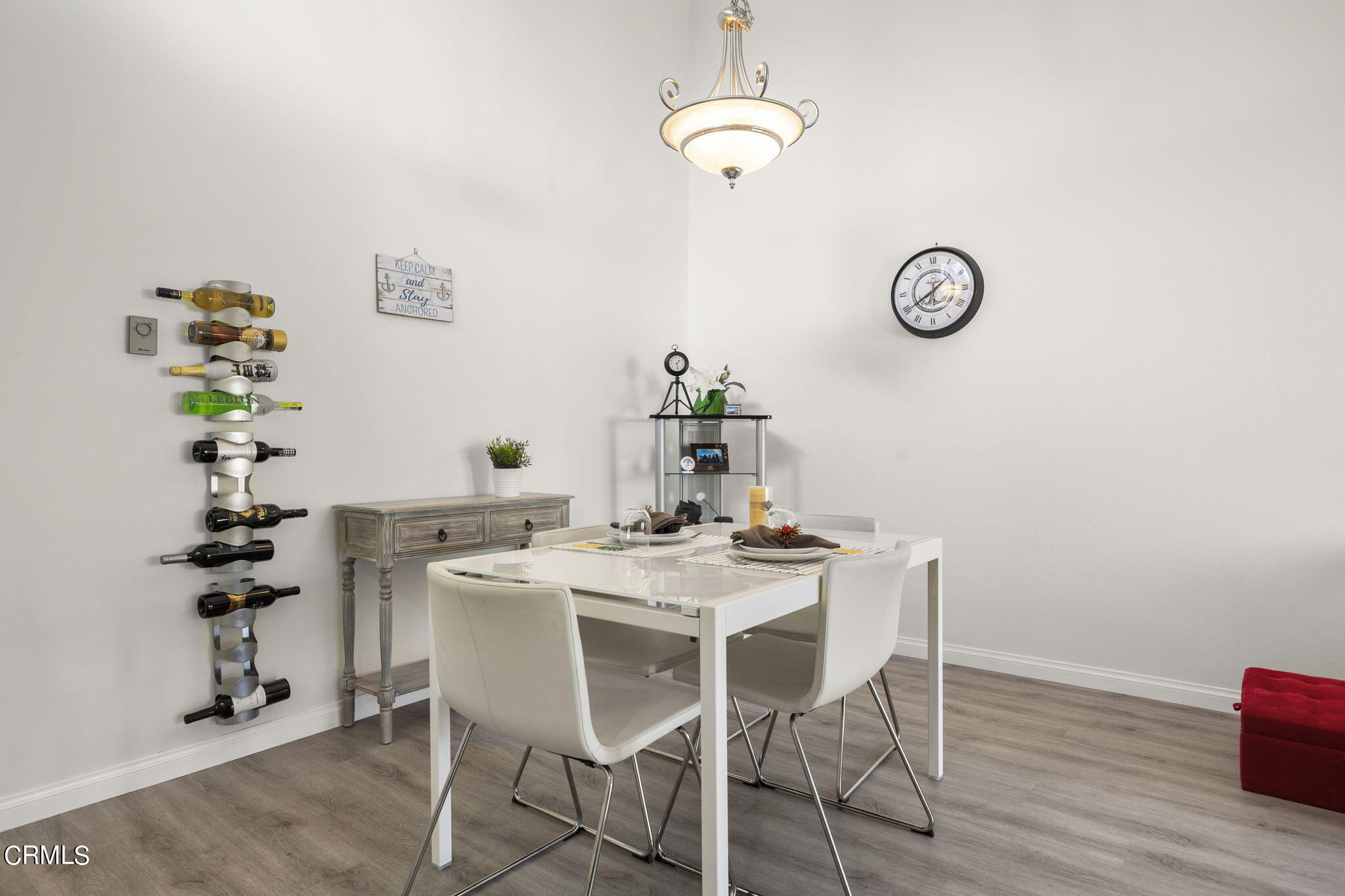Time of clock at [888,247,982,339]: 1:39
